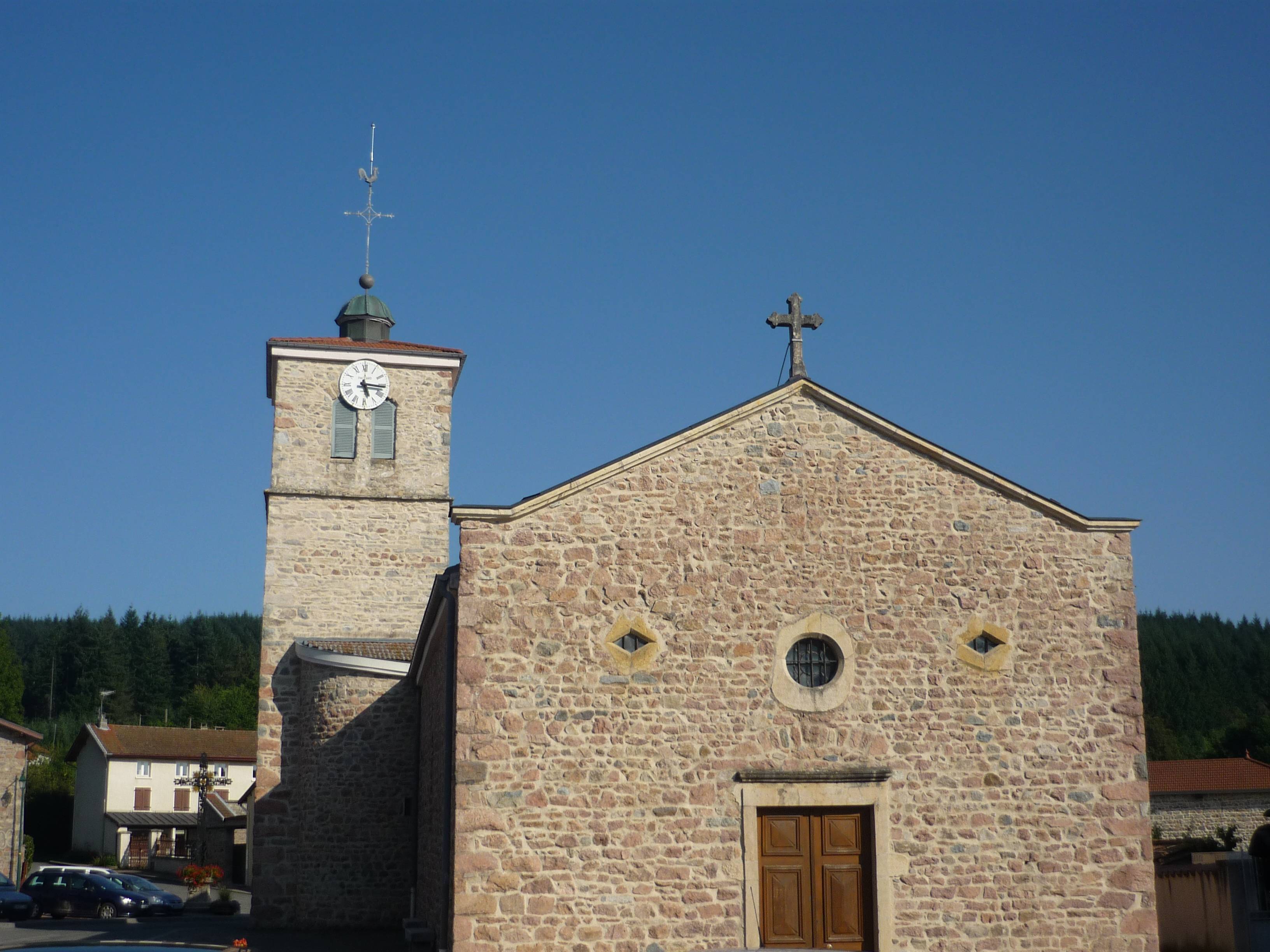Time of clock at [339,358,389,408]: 5:15
